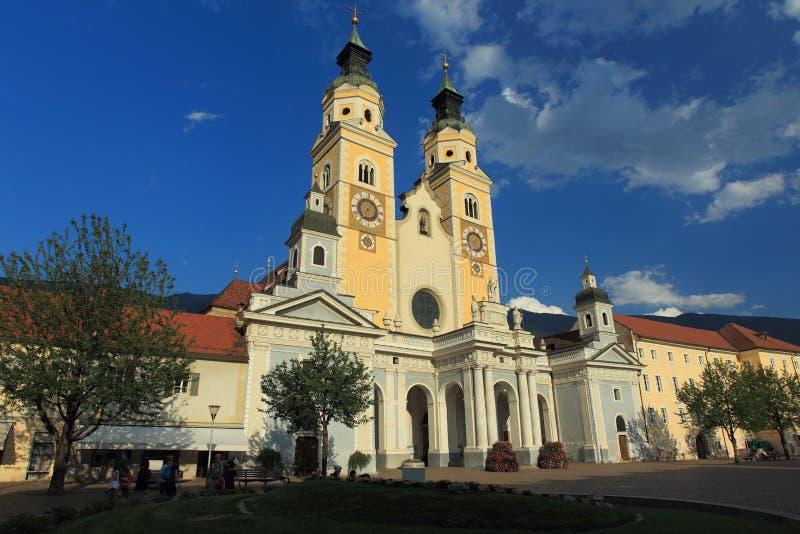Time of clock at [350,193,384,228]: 7:06
